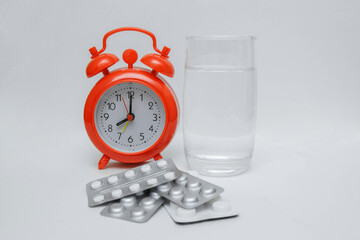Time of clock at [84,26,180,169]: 8:00
